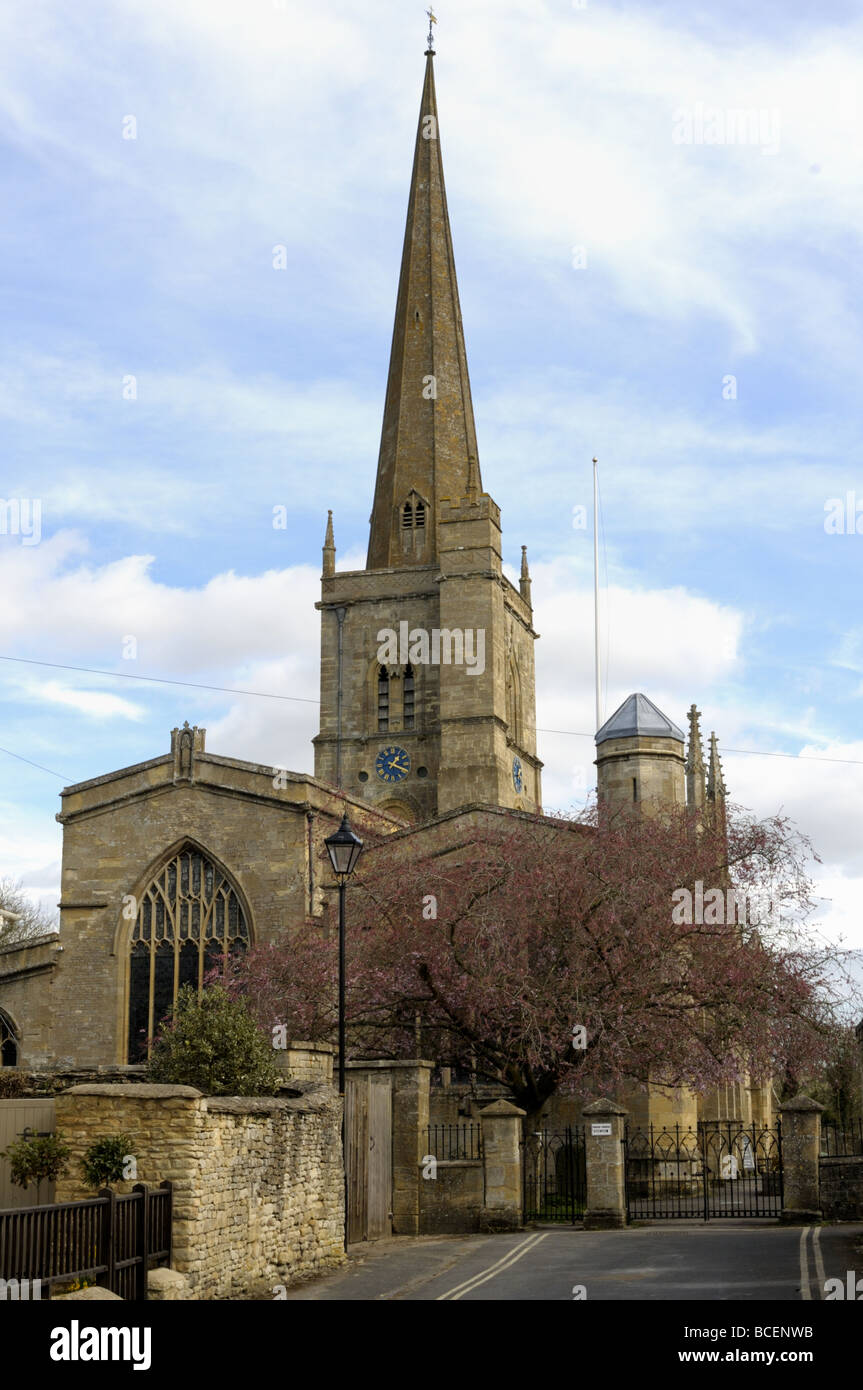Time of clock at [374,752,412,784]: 1:18
